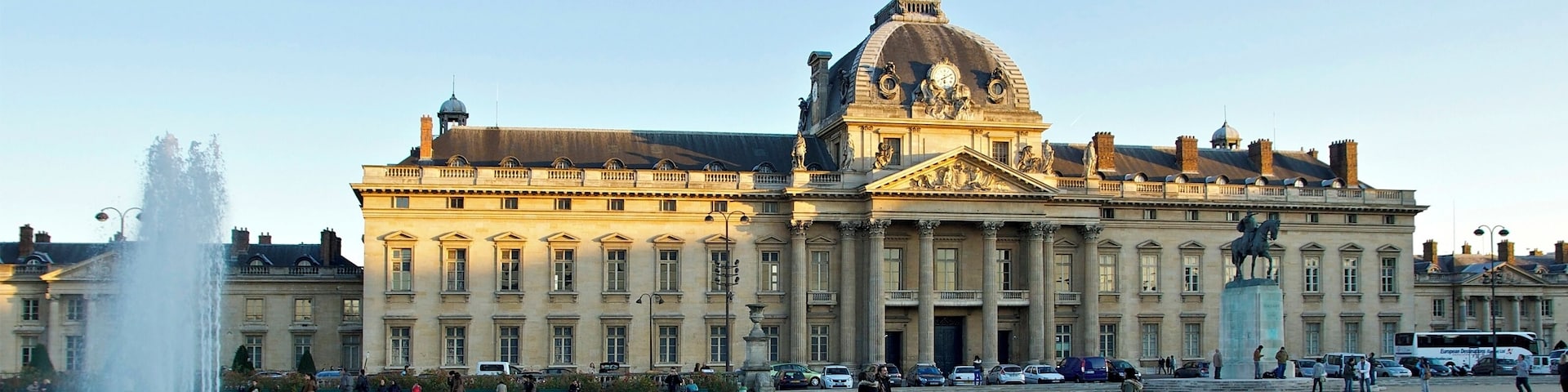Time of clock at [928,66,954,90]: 6:10
